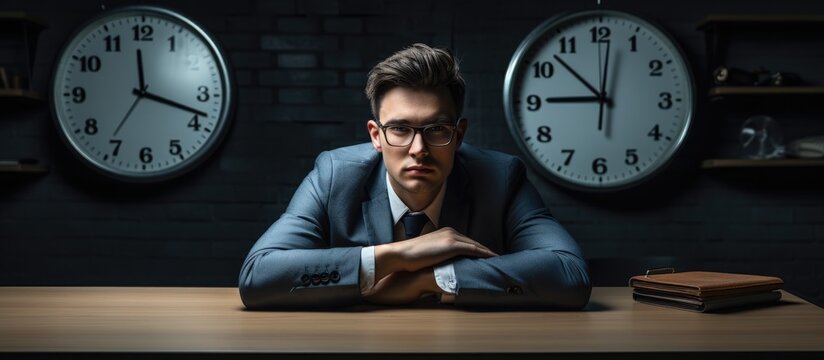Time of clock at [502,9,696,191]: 9:01
